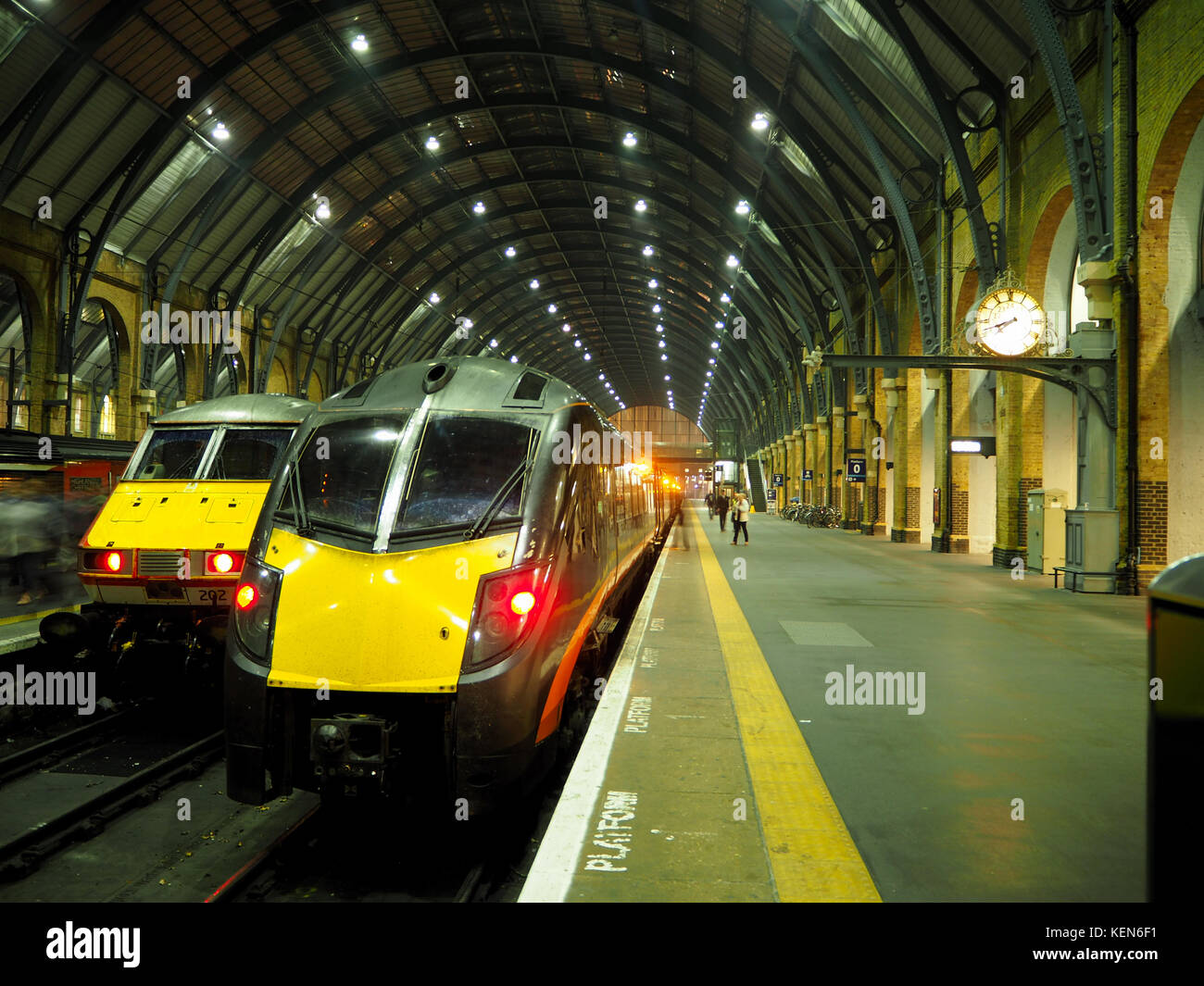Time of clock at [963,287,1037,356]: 7:41
